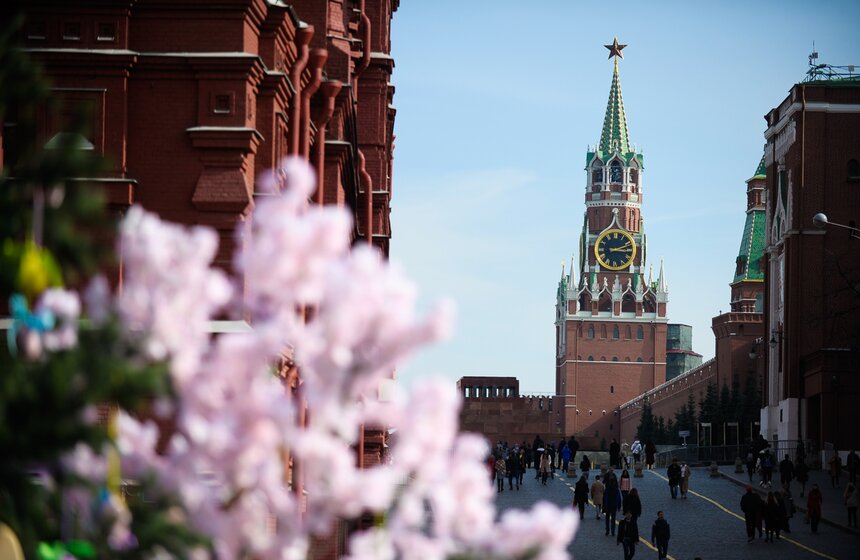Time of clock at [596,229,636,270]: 3:11
